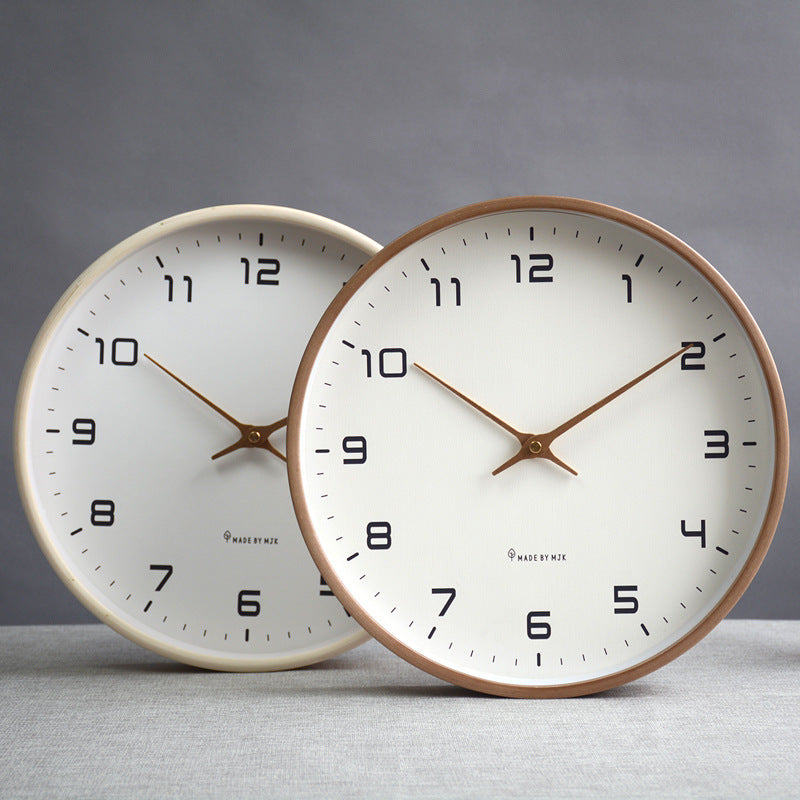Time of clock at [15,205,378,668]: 2:50
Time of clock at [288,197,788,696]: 10:09
